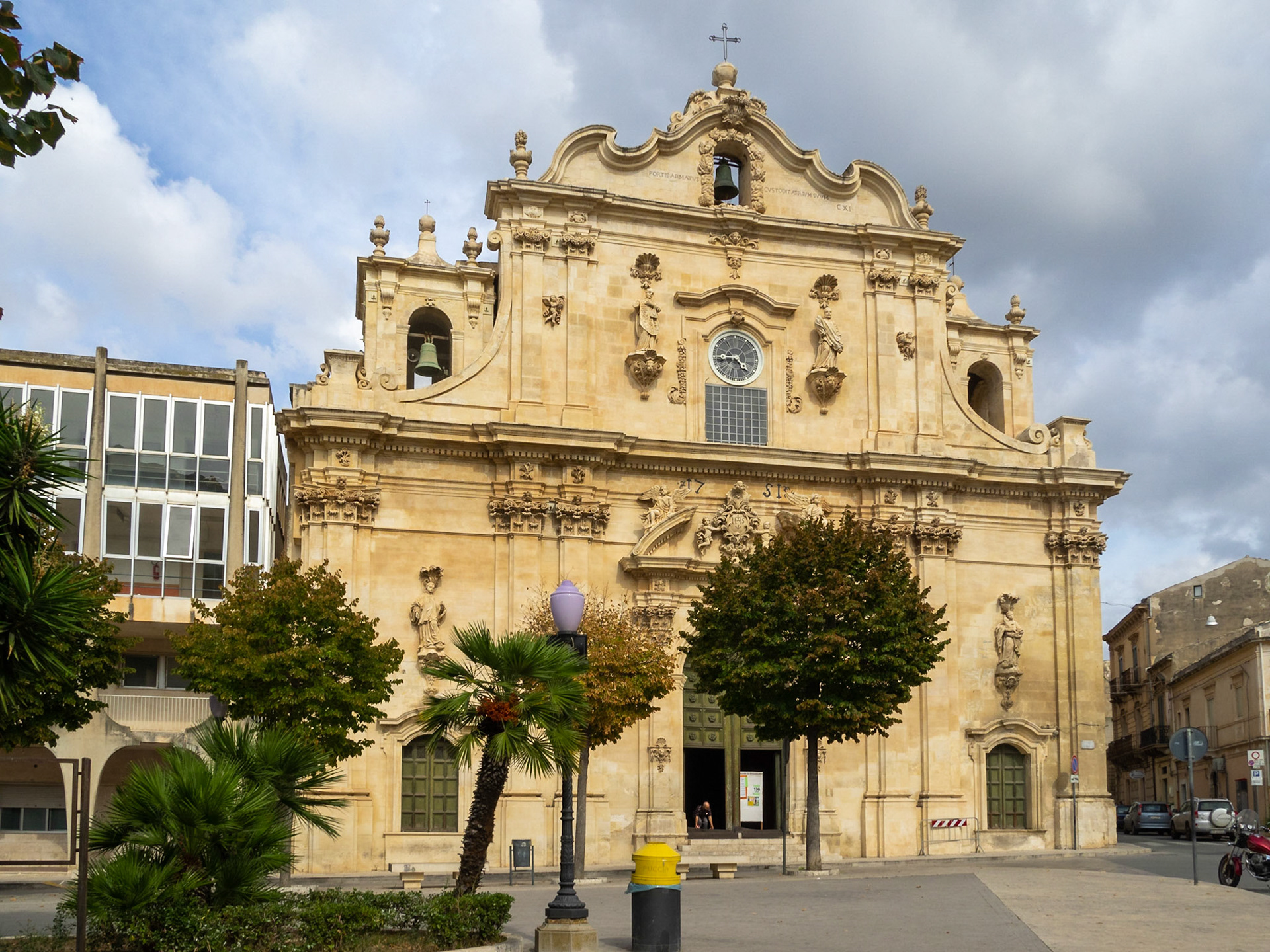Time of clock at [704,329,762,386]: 4:44
